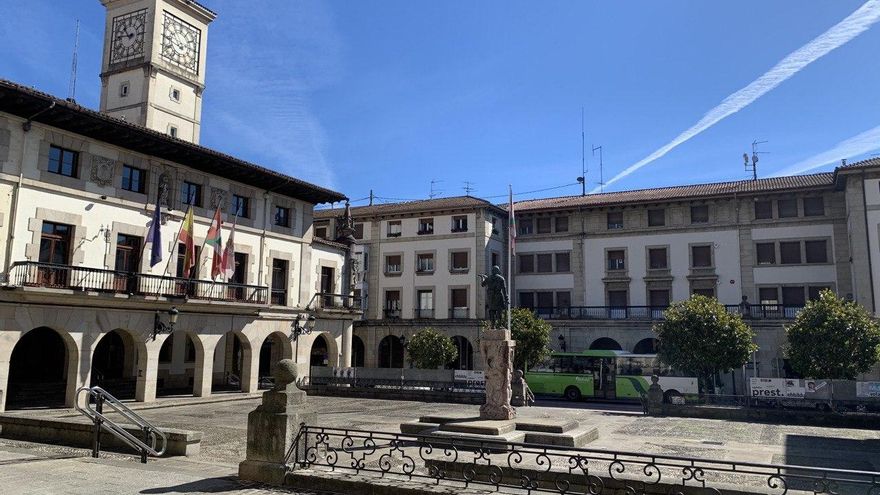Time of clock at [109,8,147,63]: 10:46
